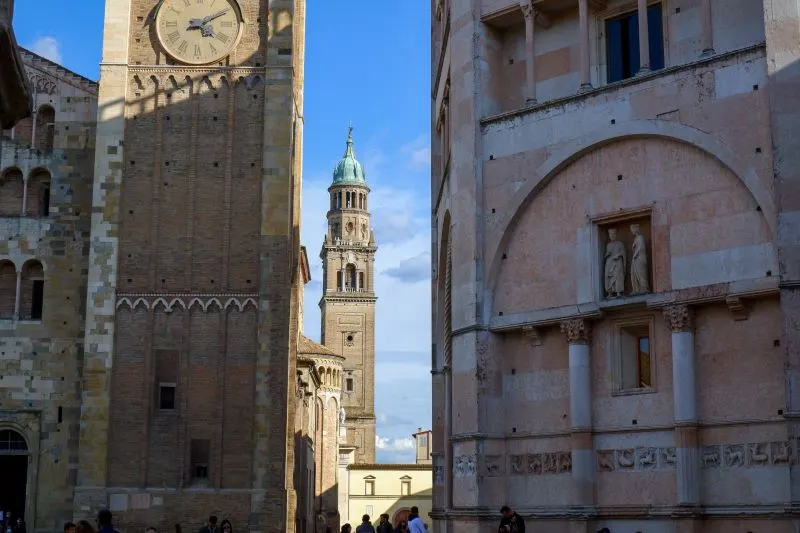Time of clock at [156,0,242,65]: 4:10
